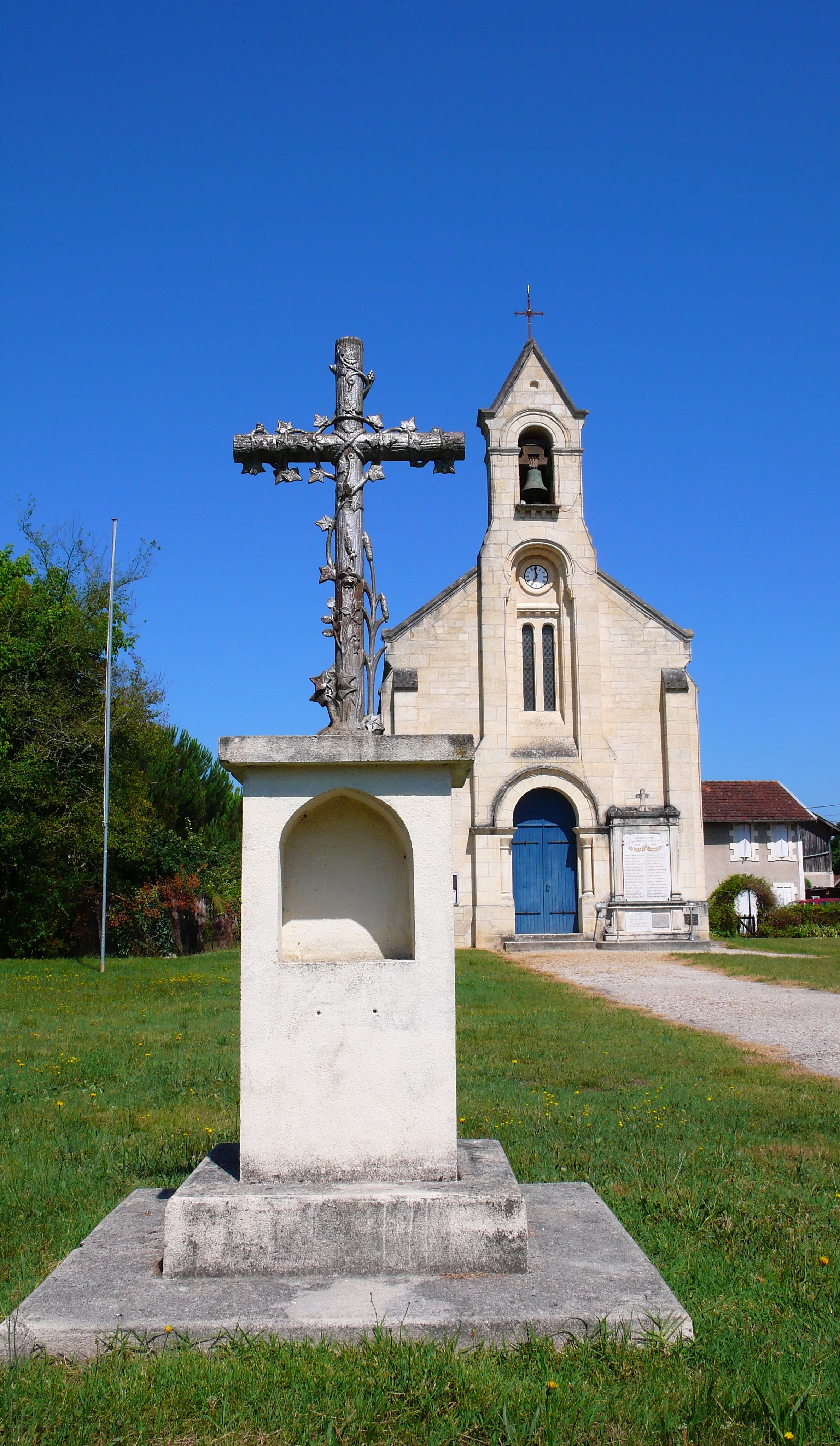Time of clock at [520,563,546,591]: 6:58
